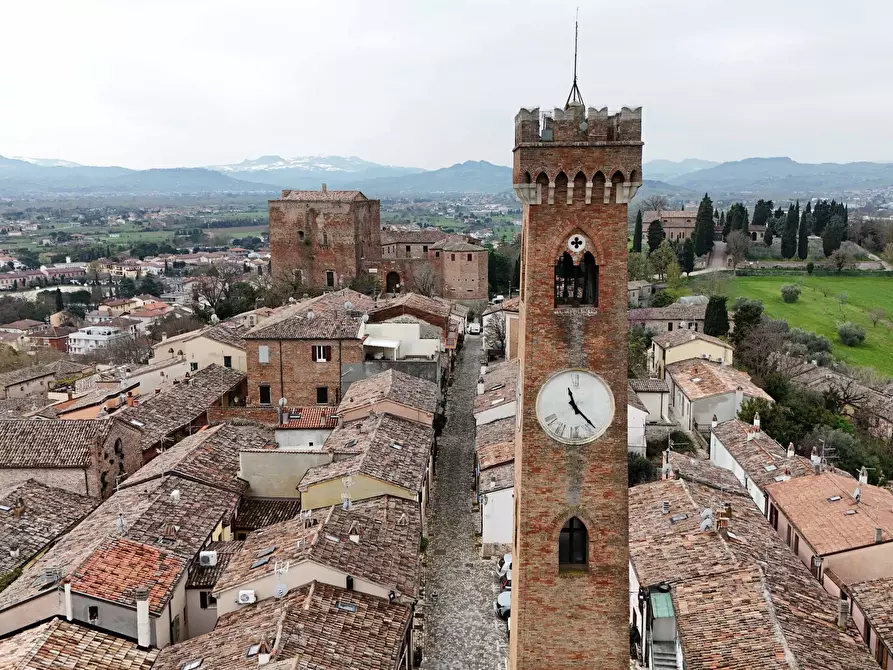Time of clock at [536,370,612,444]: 11:22
